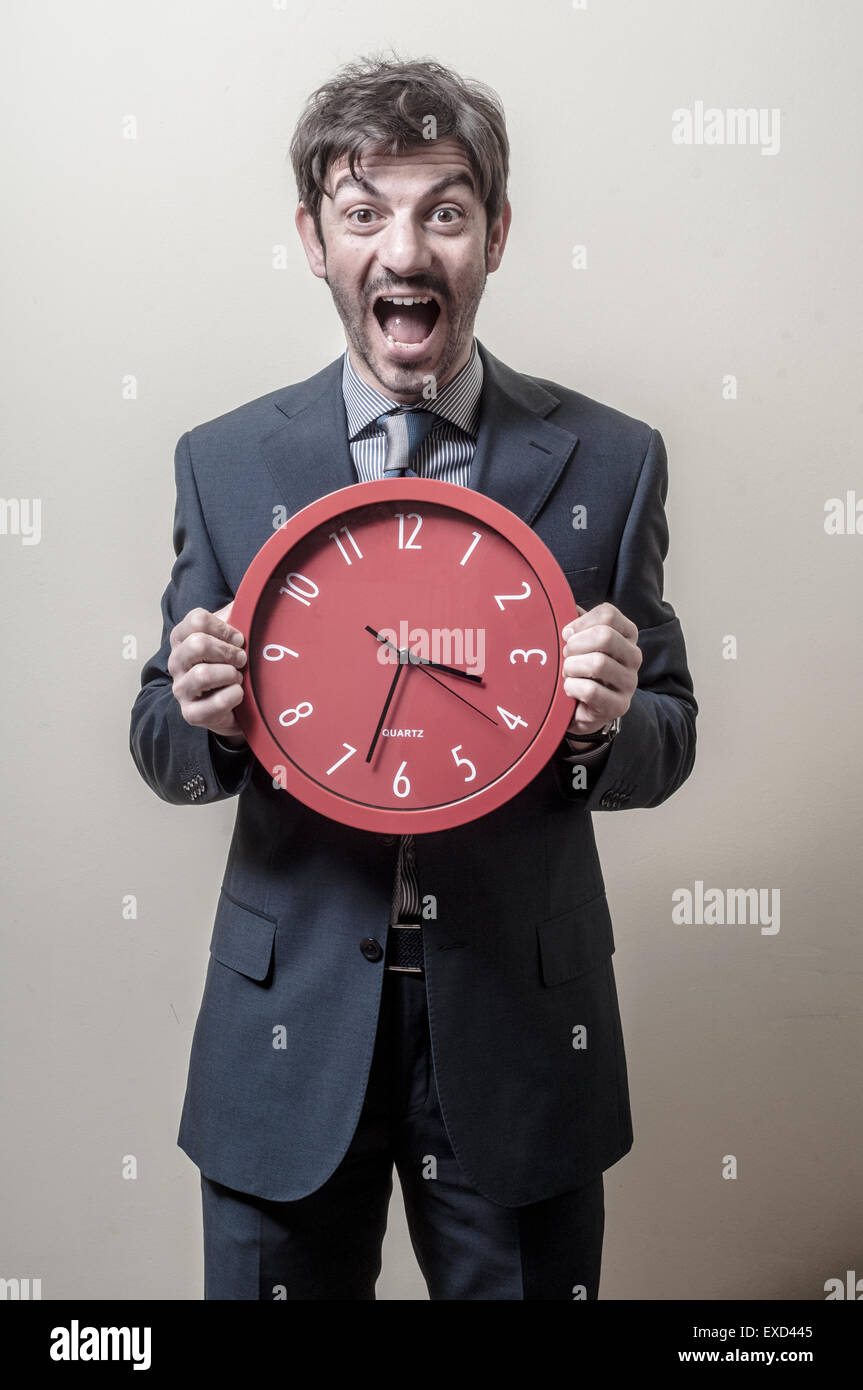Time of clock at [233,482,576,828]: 3:32
